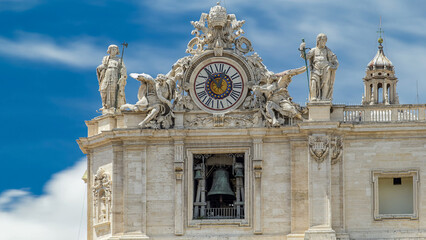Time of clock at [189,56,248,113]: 12:53
